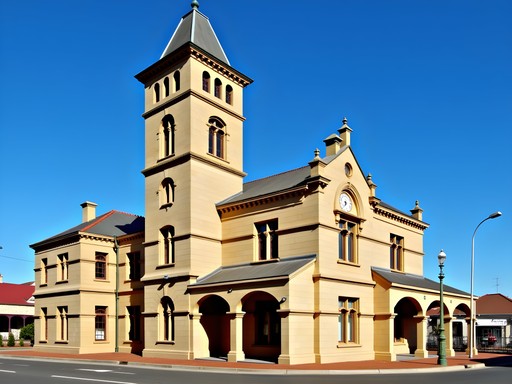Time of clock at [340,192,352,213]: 5:33
